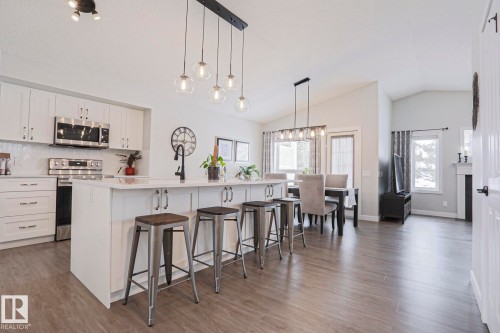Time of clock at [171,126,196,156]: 7:00
